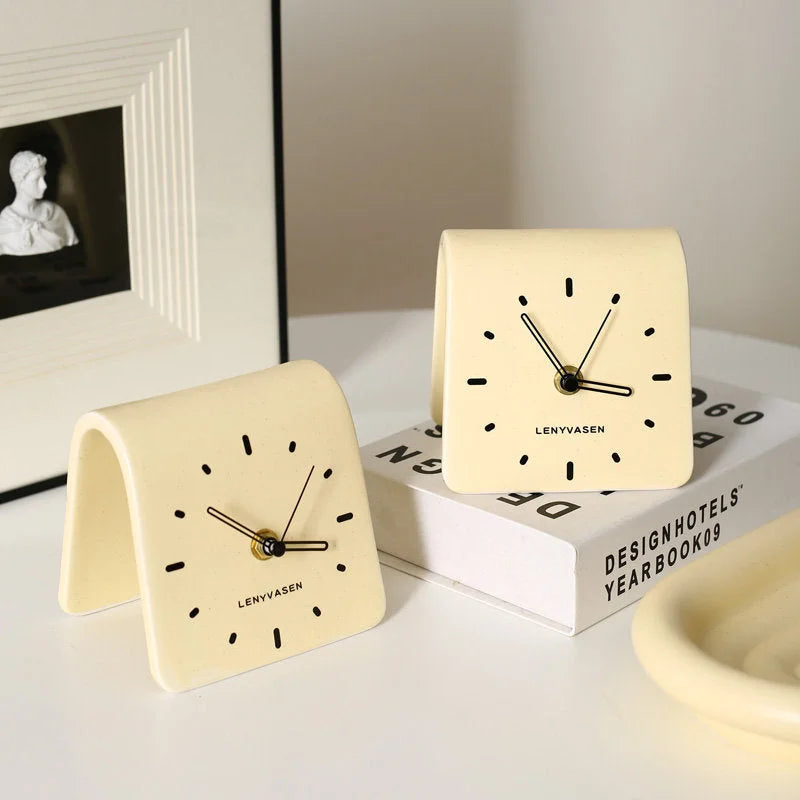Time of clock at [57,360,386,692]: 10:17
